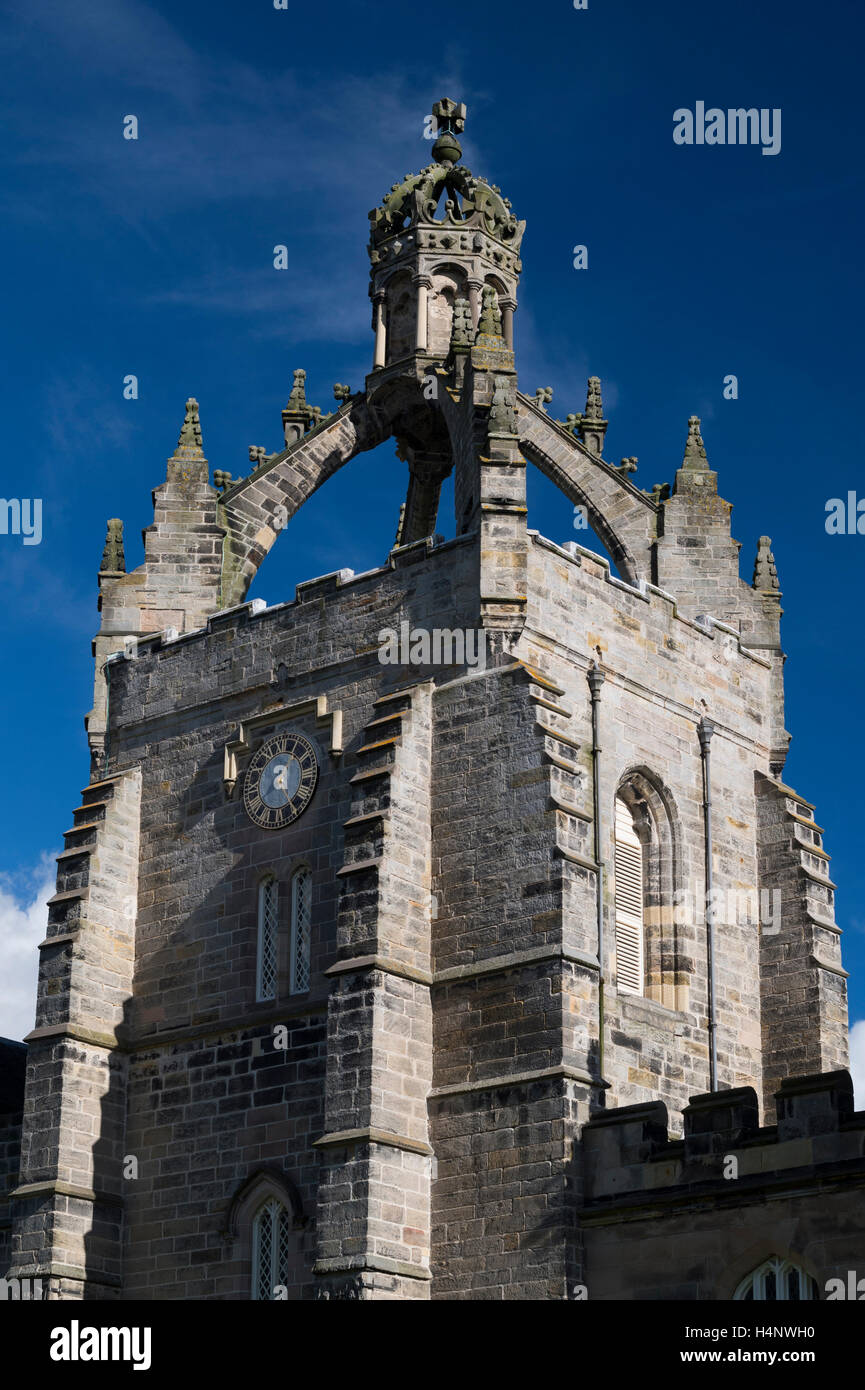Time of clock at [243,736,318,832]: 7:25
